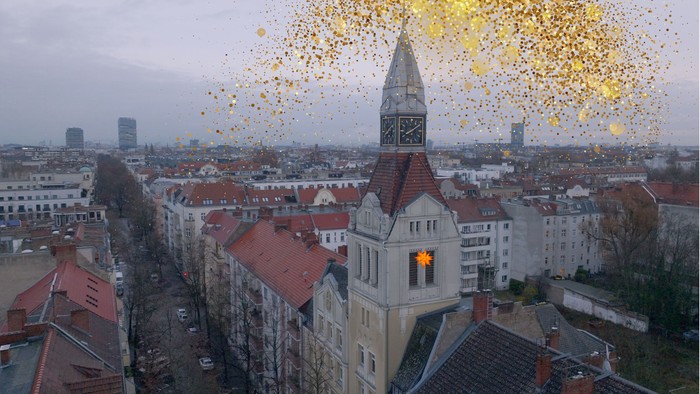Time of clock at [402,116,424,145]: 8:09
